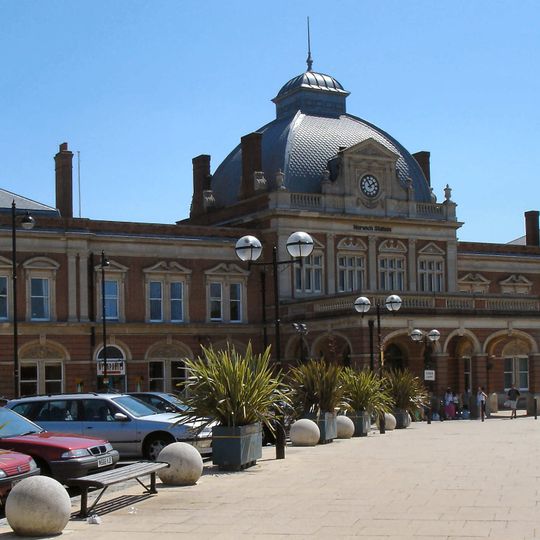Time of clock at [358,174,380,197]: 1:54
